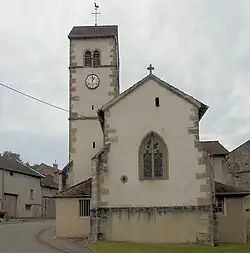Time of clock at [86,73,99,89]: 1:00
